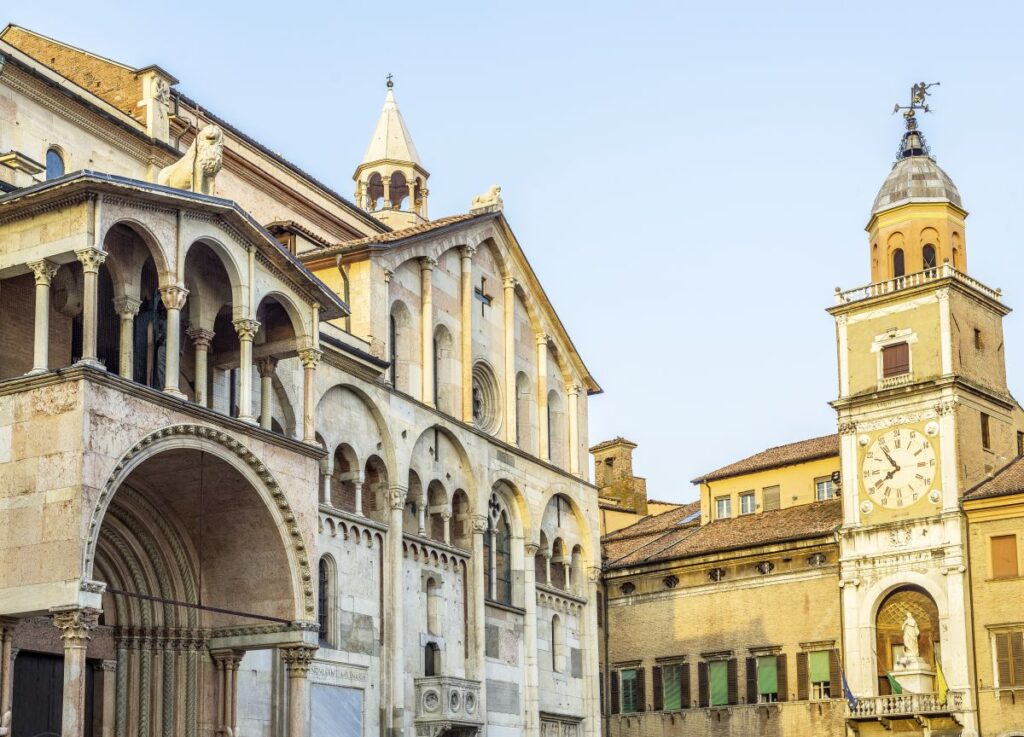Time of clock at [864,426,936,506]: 7:53
